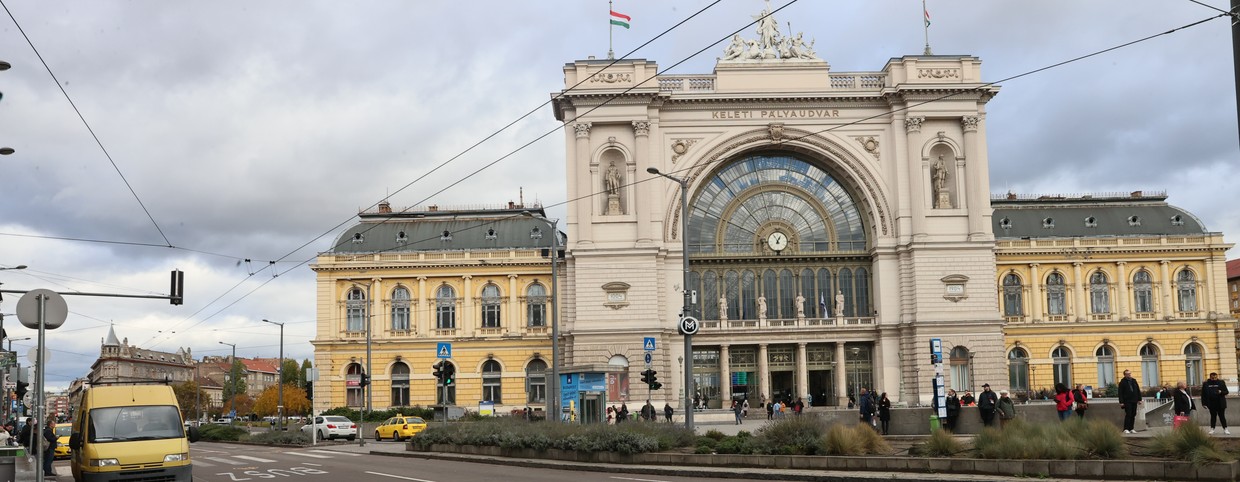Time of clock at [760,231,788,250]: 12:55
